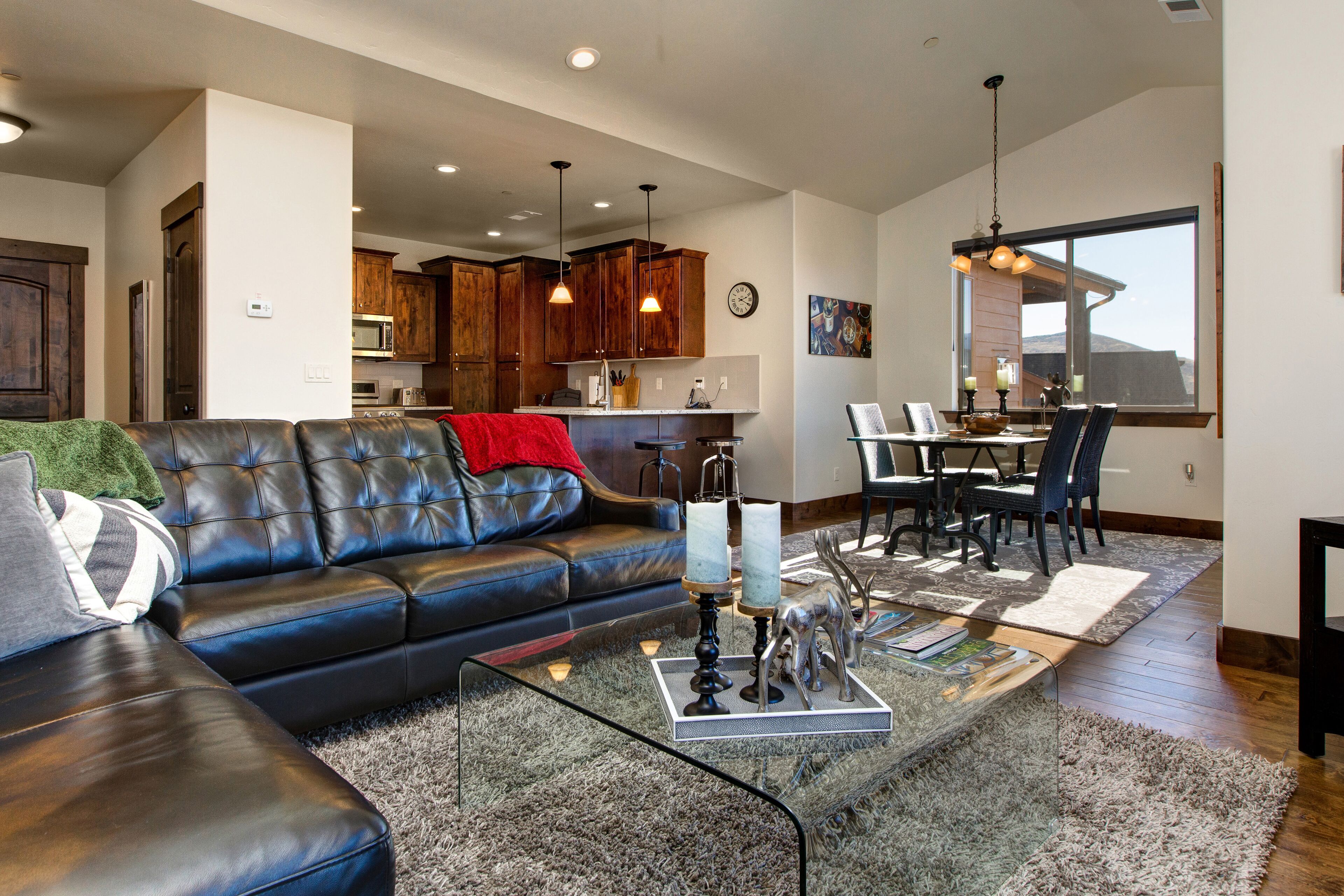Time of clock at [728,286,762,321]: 2:19
